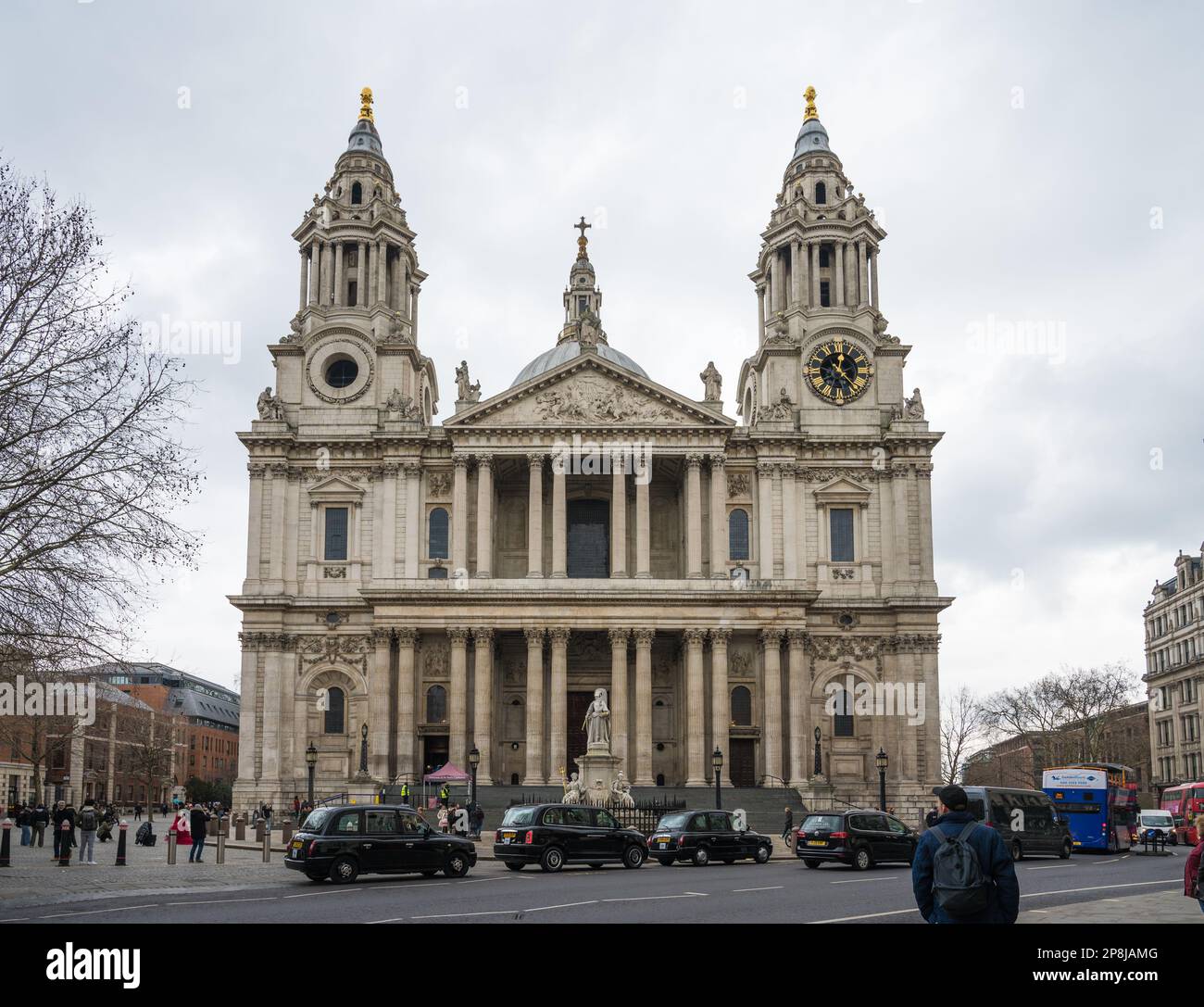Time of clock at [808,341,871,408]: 12:23
